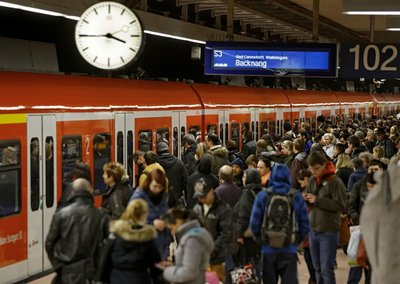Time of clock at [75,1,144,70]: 3:44
